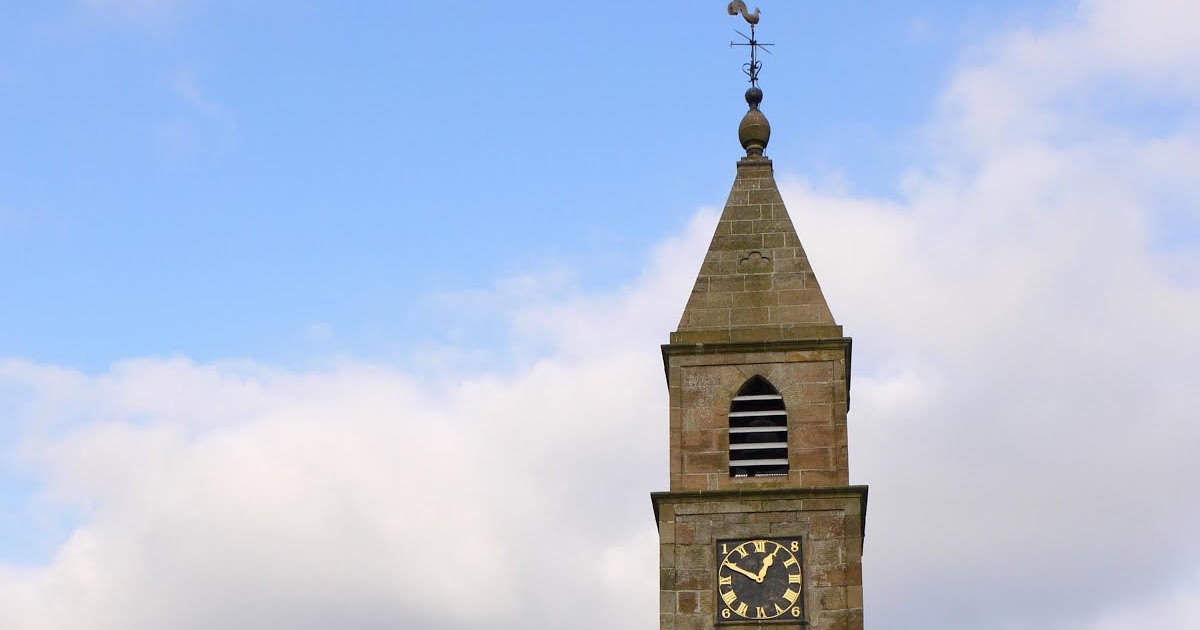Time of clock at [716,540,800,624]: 12:49
